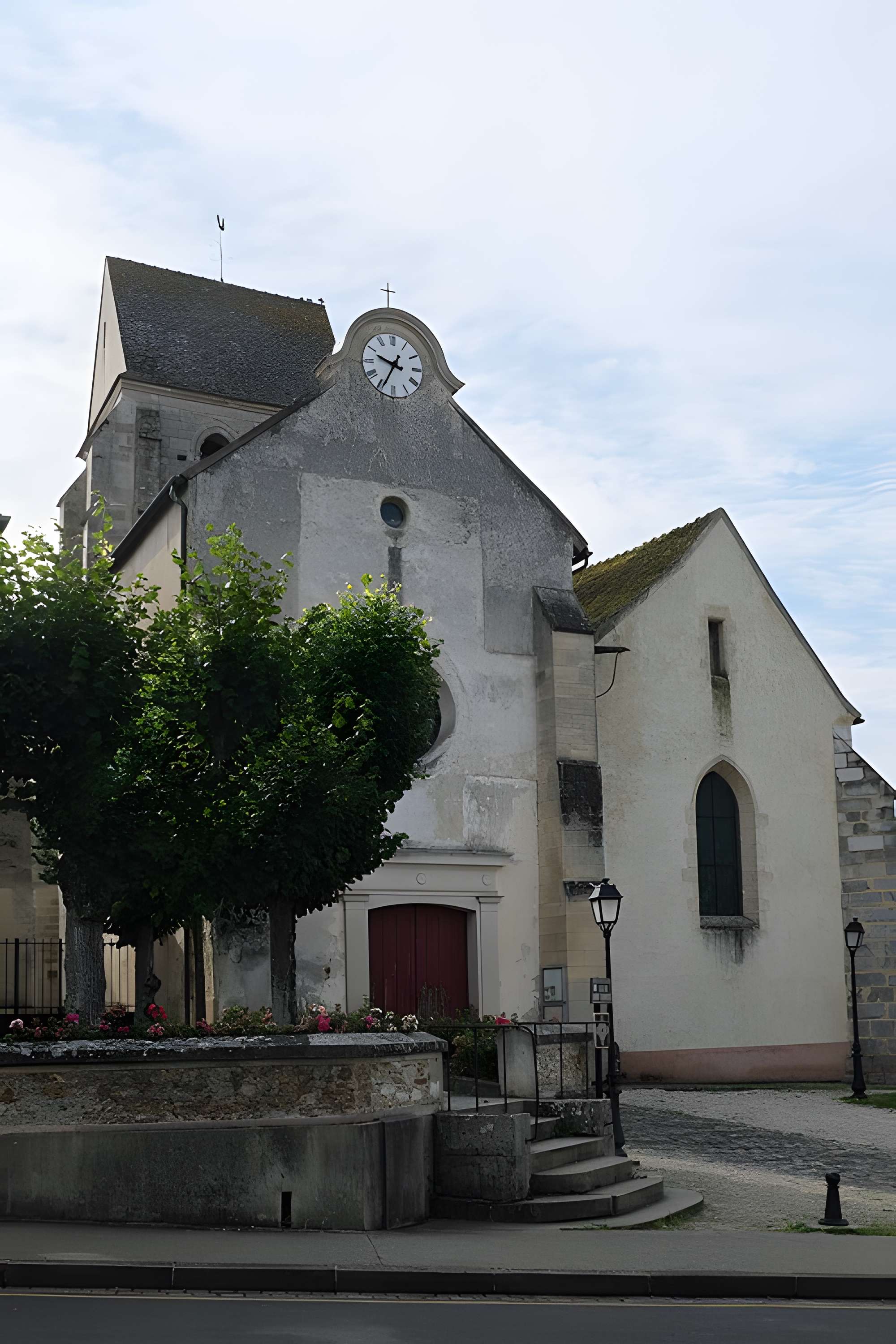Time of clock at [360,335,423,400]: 9:34
